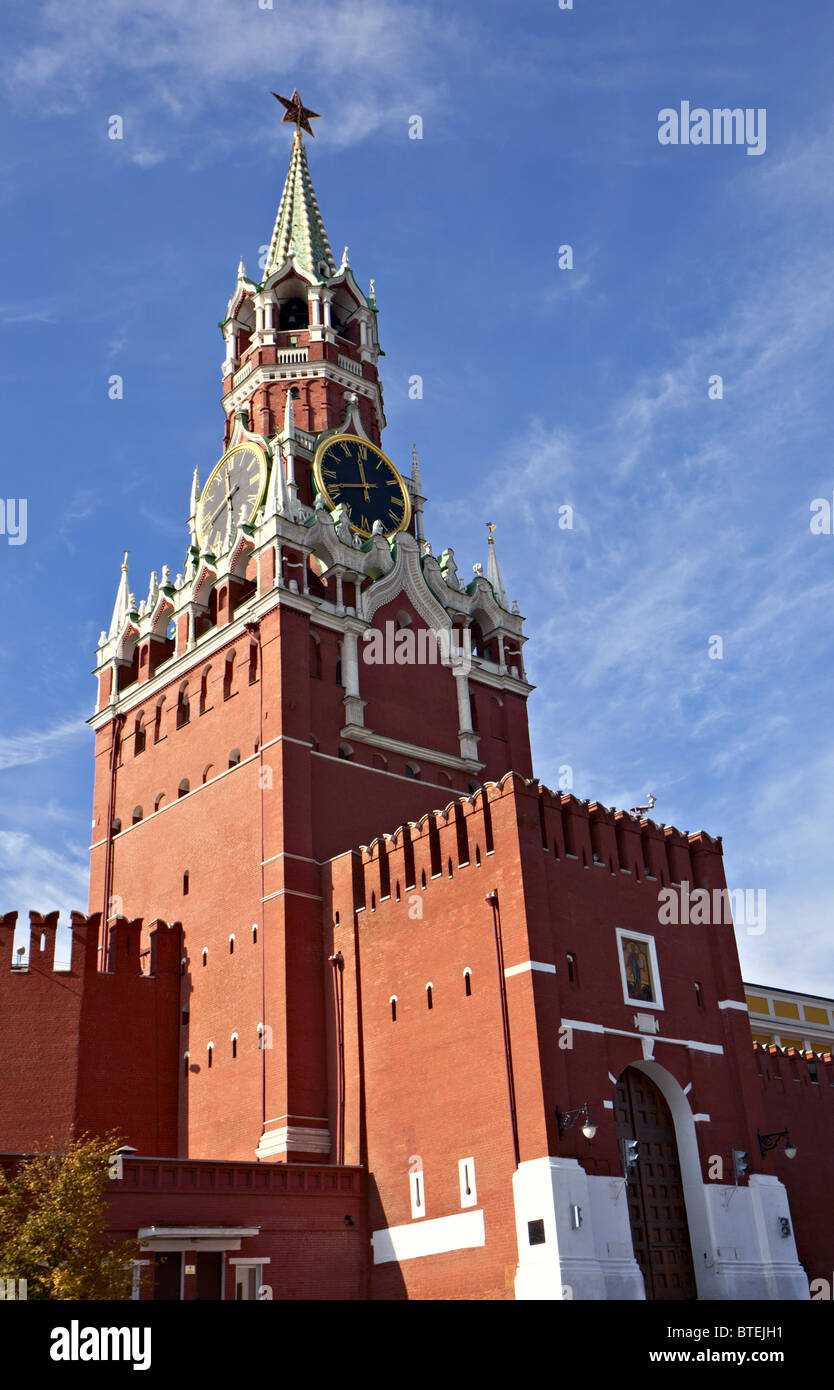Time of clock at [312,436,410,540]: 11:41
